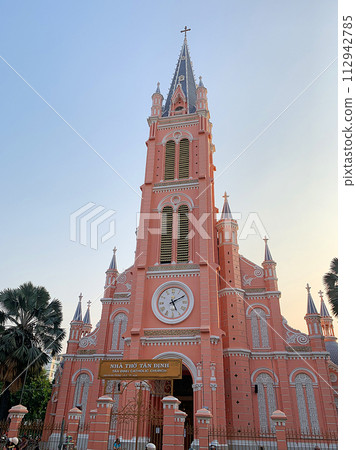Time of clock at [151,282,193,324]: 5:10
